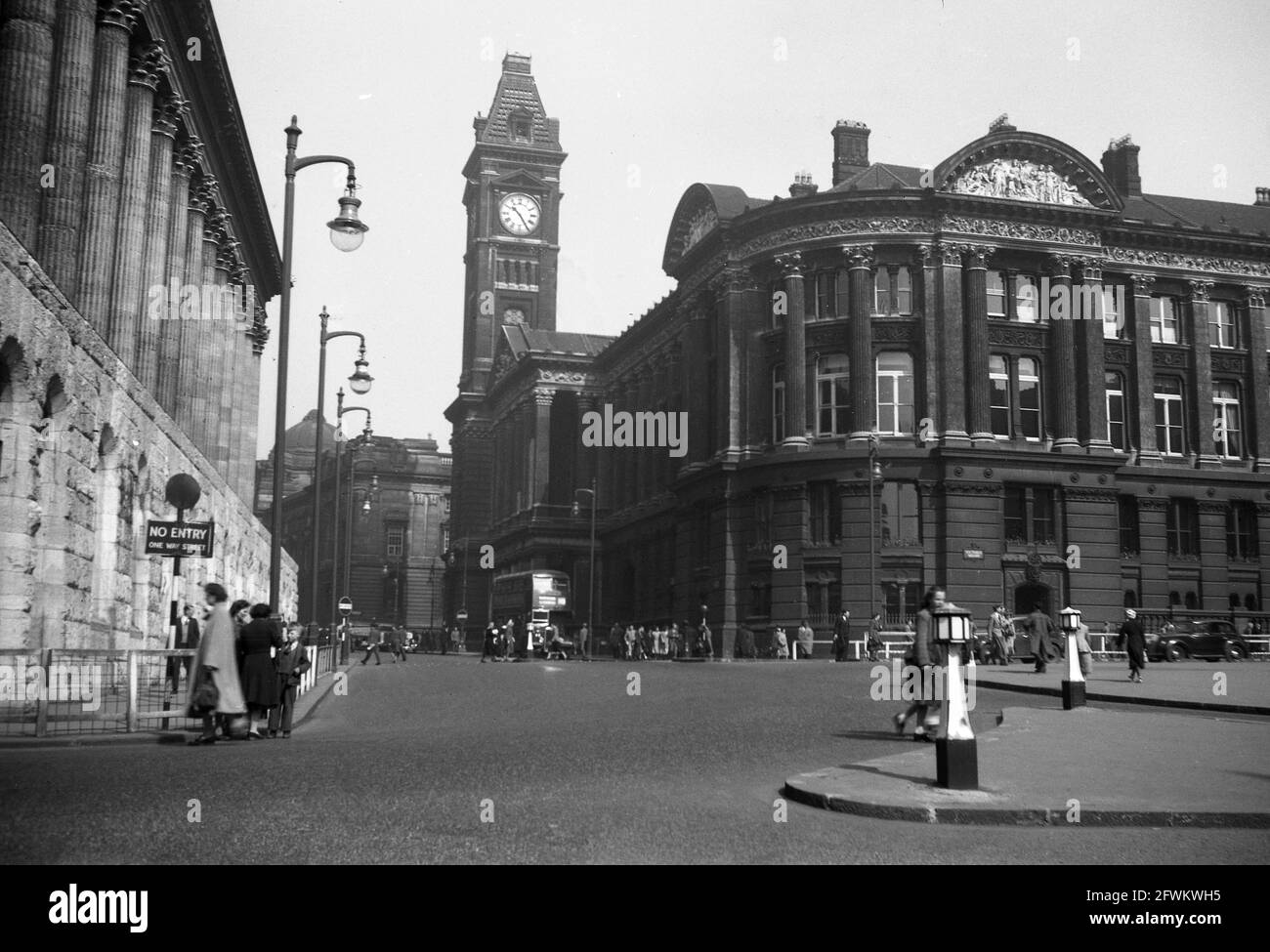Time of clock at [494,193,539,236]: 10:24
